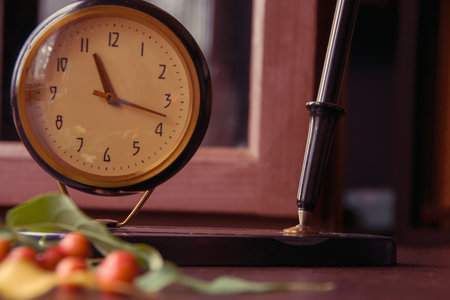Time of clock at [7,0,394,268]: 11:17
